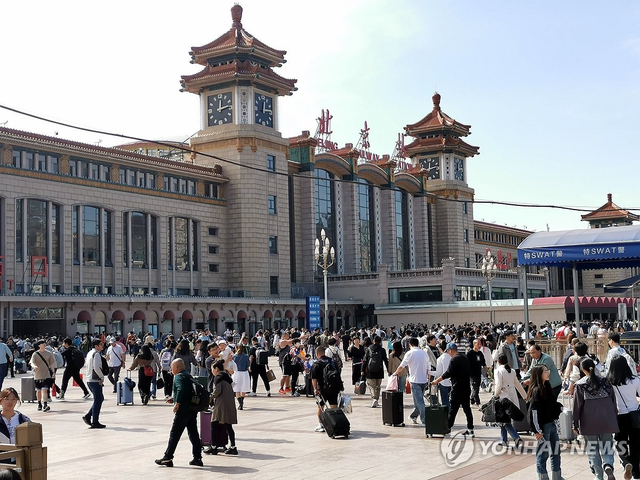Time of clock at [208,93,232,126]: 12:13
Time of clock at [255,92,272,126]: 12:13
